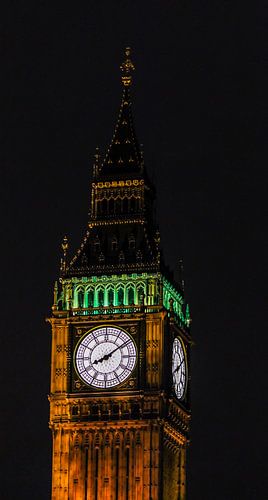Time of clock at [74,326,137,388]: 8:09
